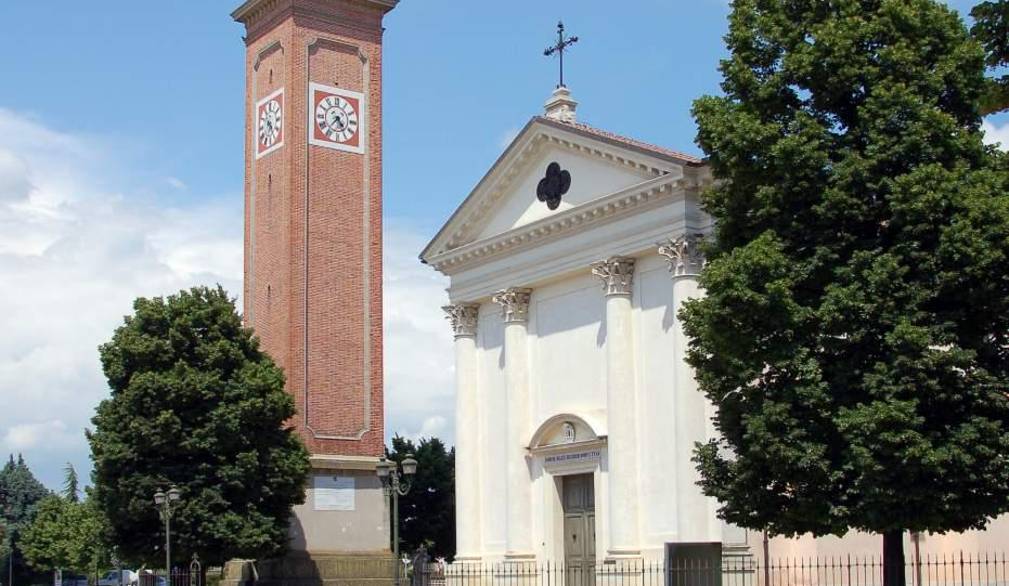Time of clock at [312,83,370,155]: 4:36
